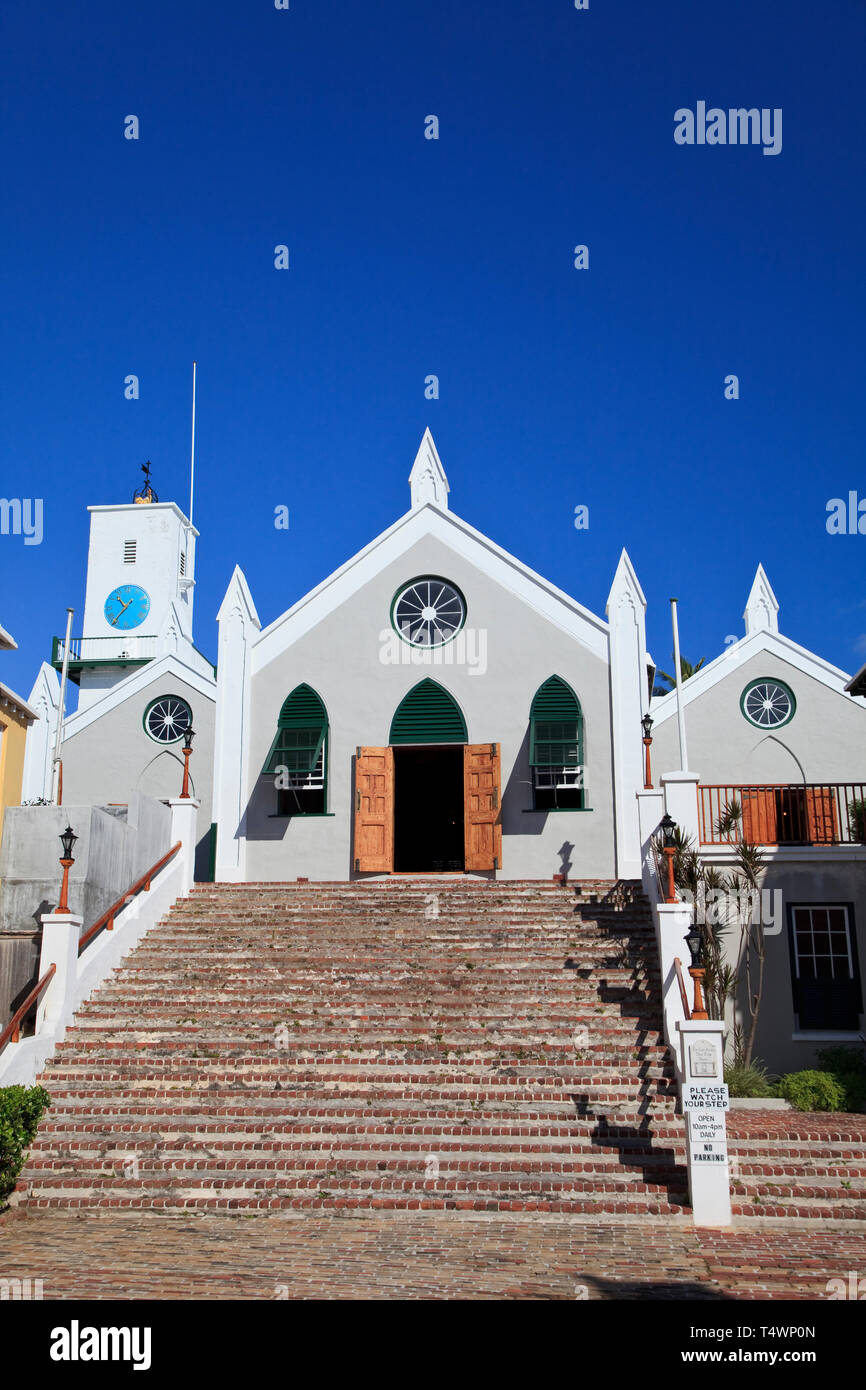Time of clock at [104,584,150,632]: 10:36
